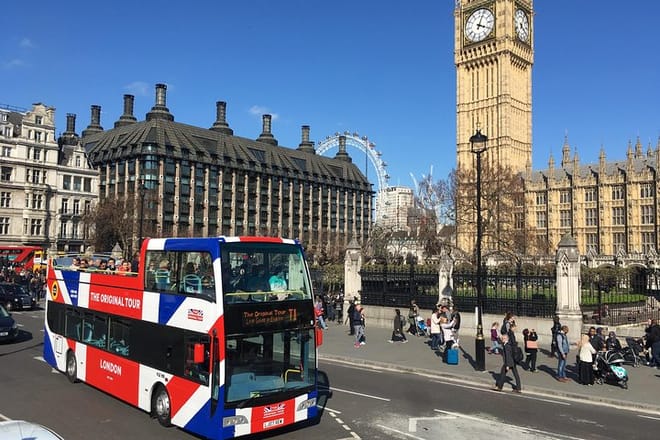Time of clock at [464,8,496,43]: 4:04
